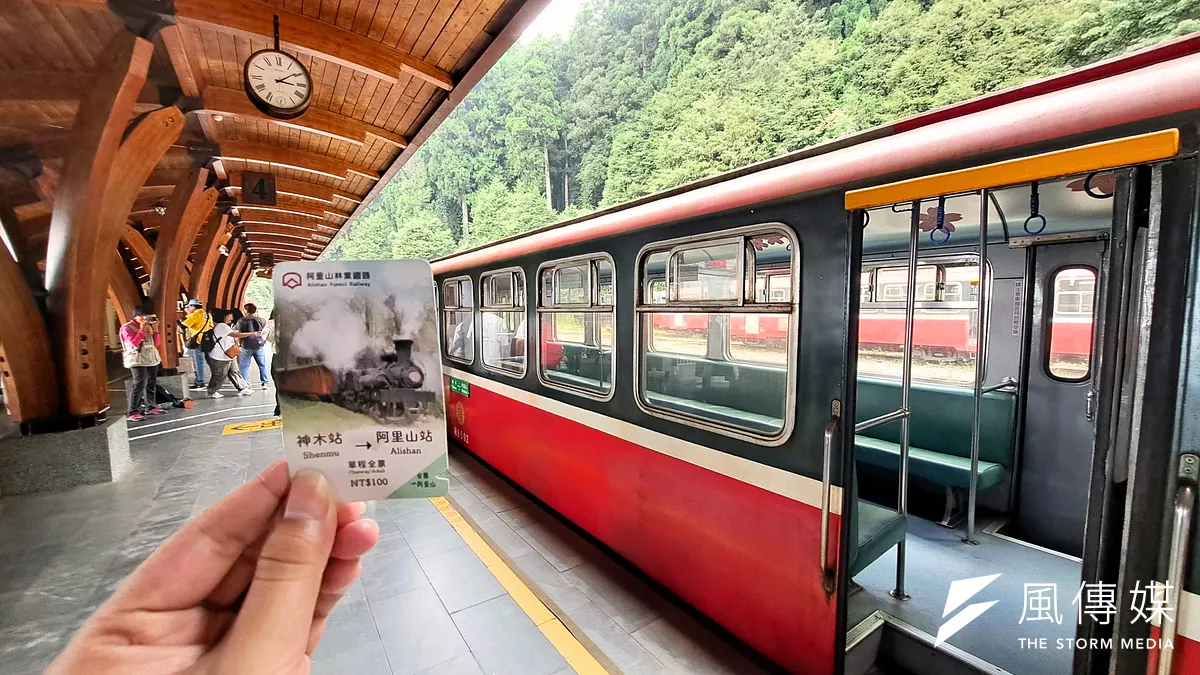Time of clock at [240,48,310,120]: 3:09
